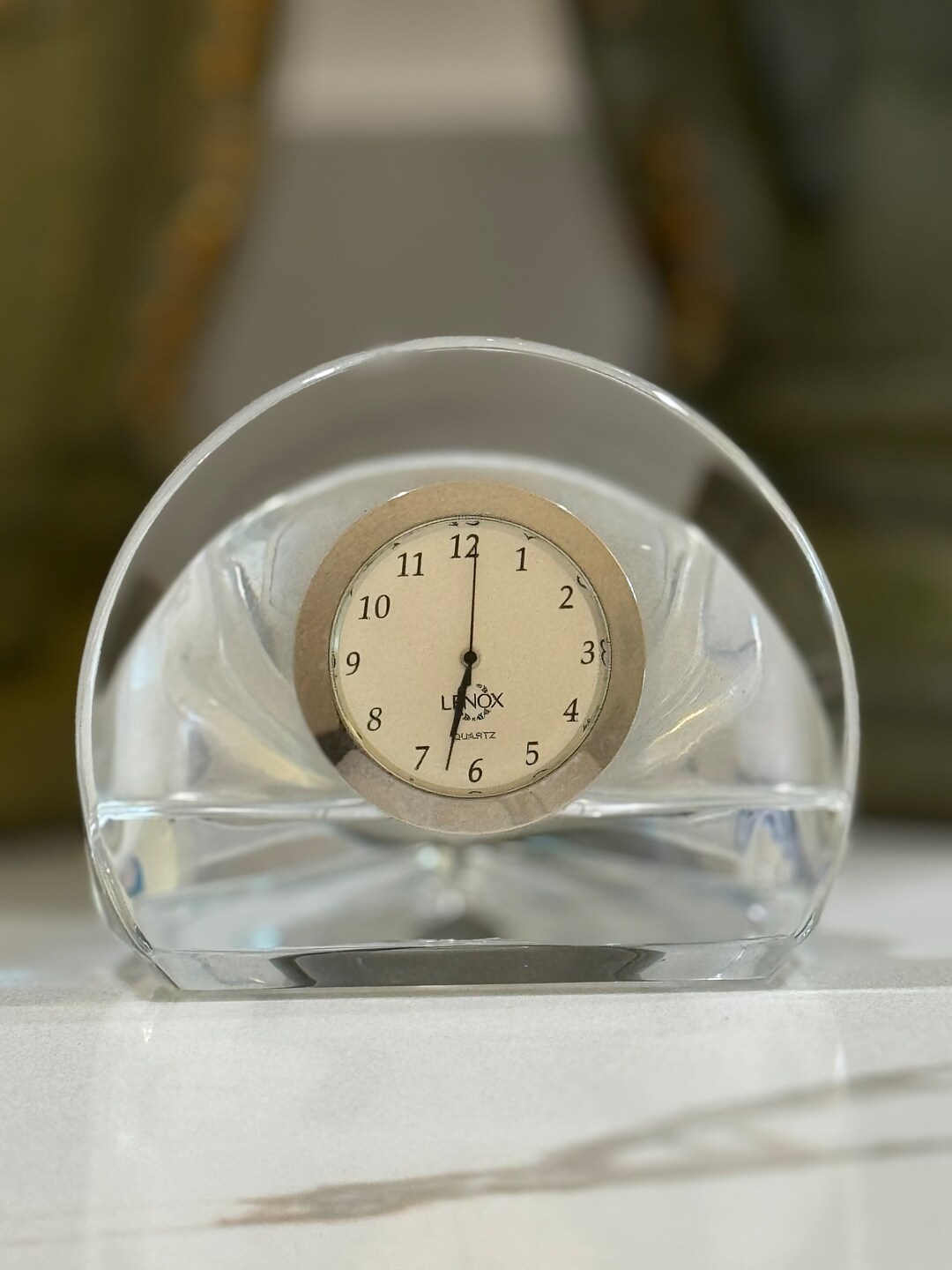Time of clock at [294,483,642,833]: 6:32
